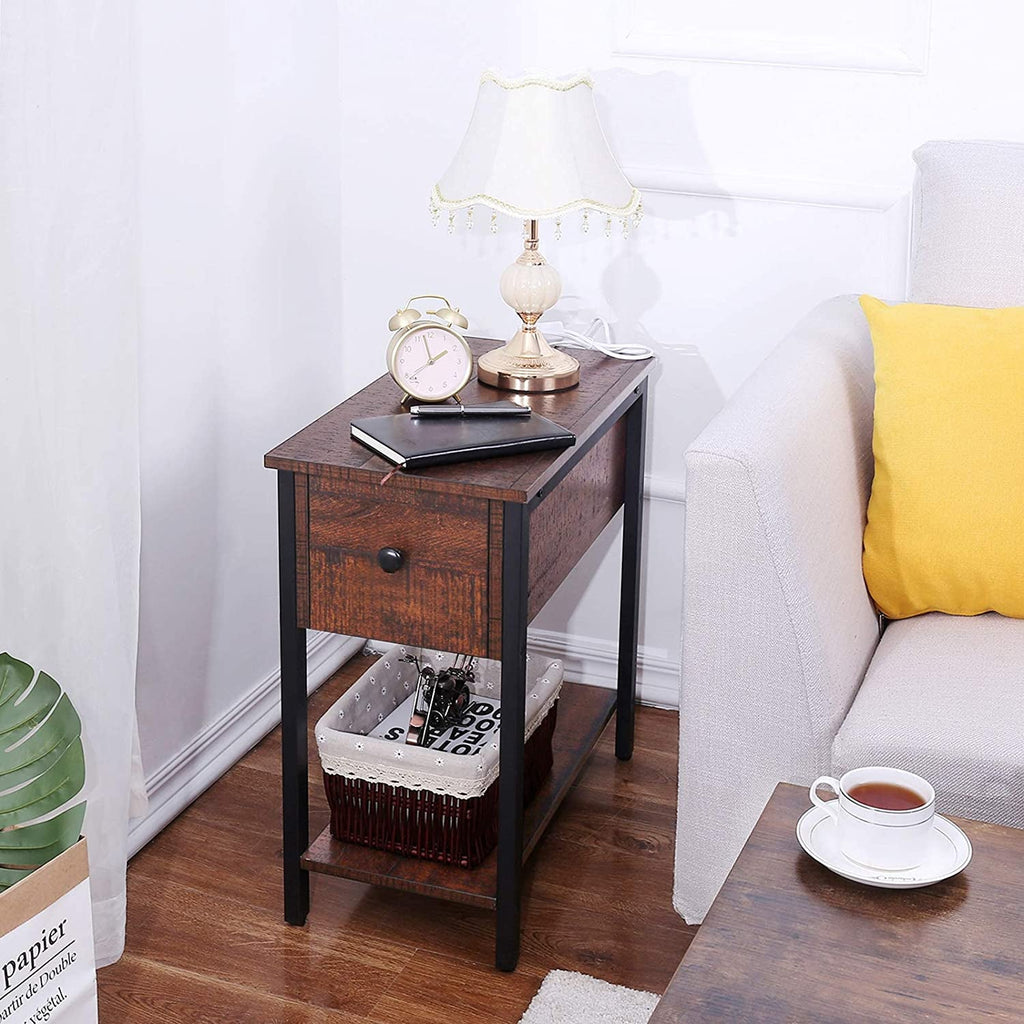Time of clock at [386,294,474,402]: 1:57
